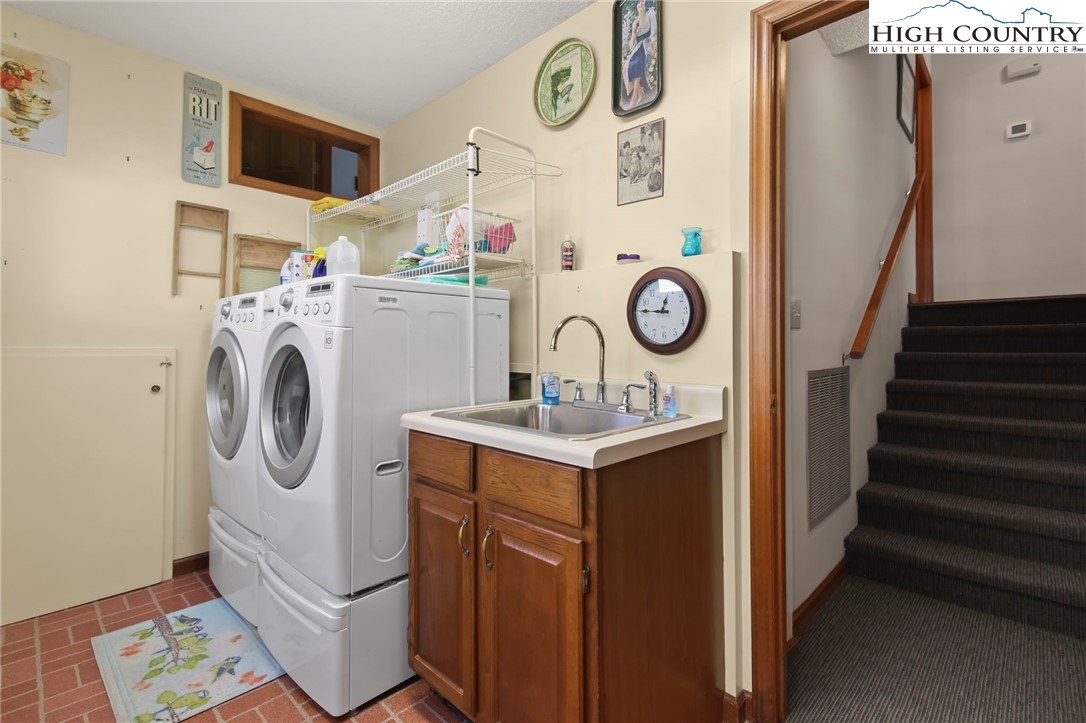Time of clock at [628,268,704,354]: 12:45
